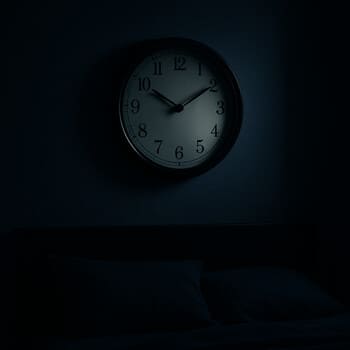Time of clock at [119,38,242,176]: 10:09
